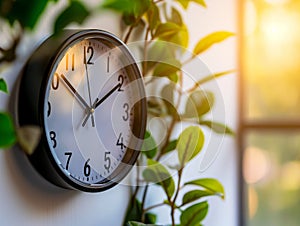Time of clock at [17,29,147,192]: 1:51
